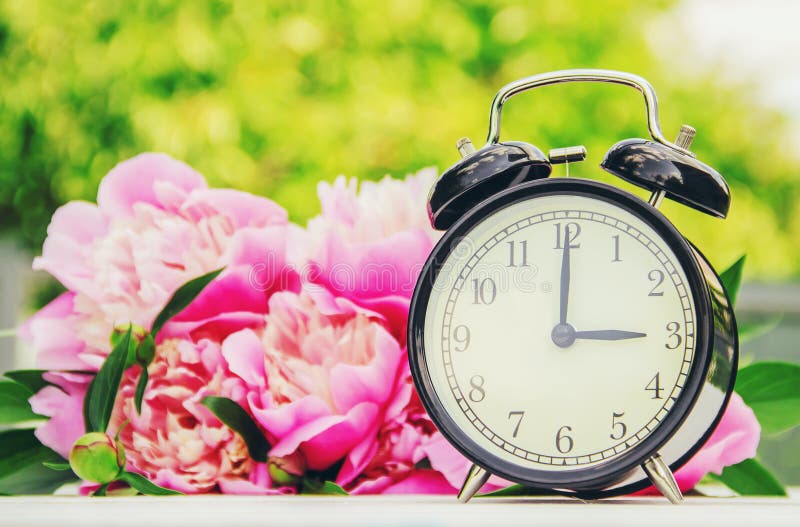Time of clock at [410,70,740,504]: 3:00
